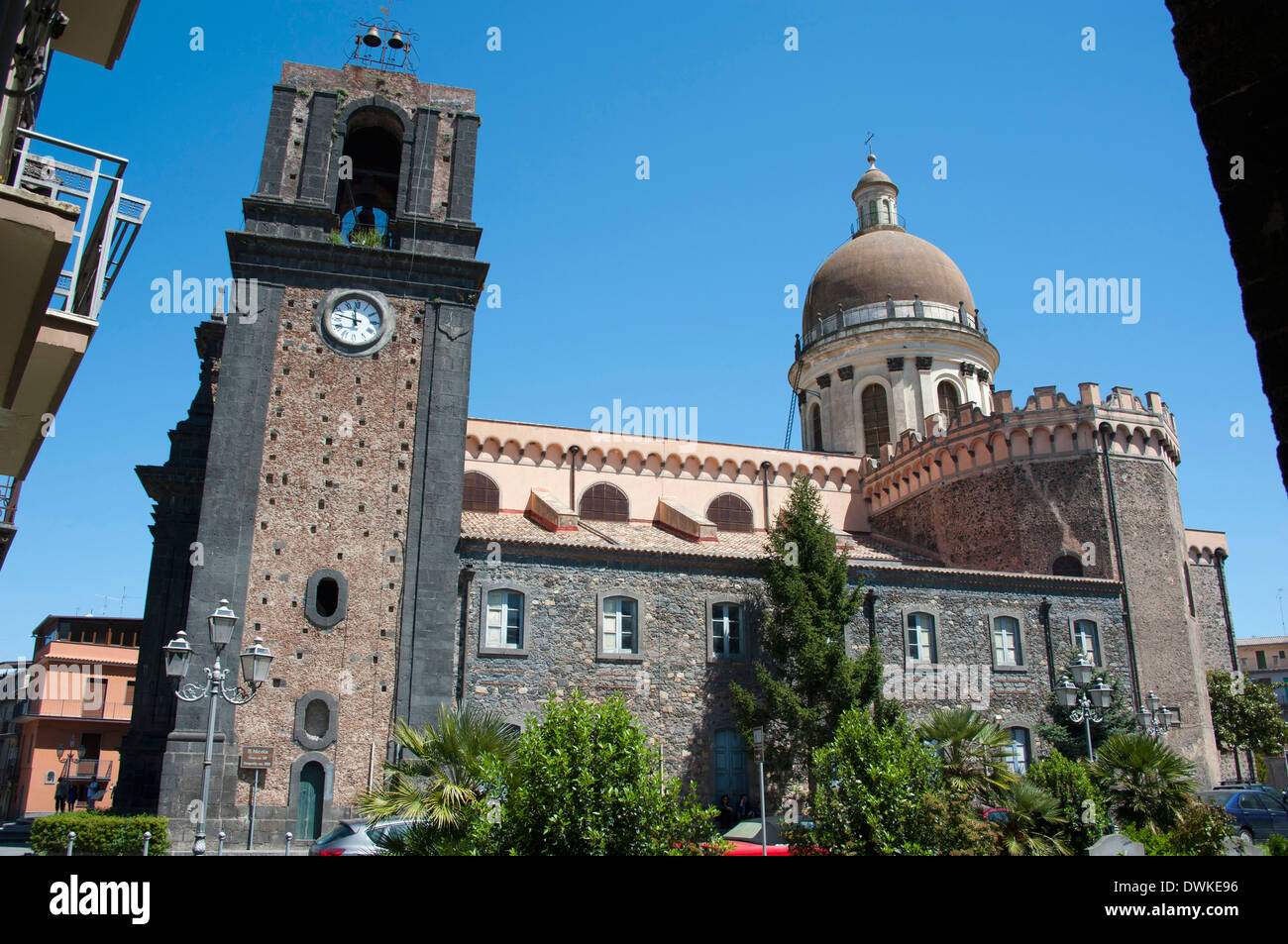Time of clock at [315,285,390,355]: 11:47
